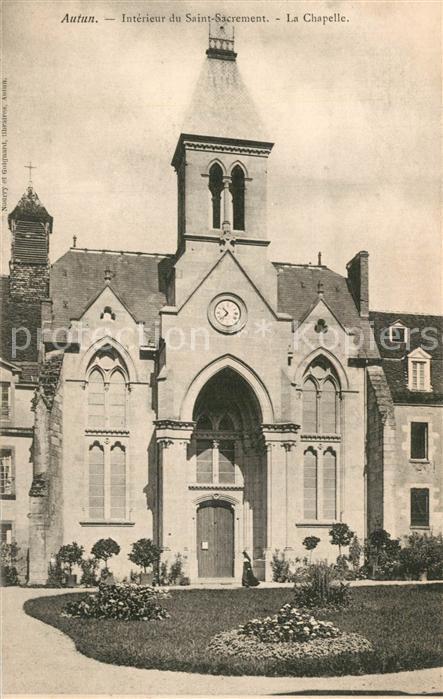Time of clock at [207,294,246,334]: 10:37
